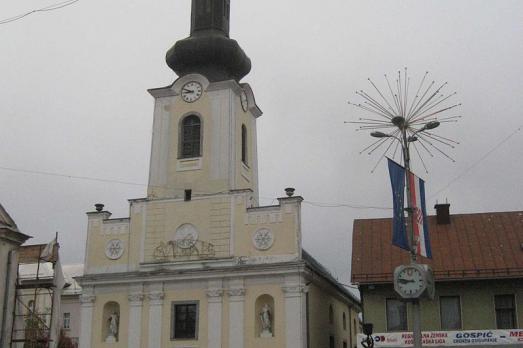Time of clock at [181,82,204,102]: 8:48
